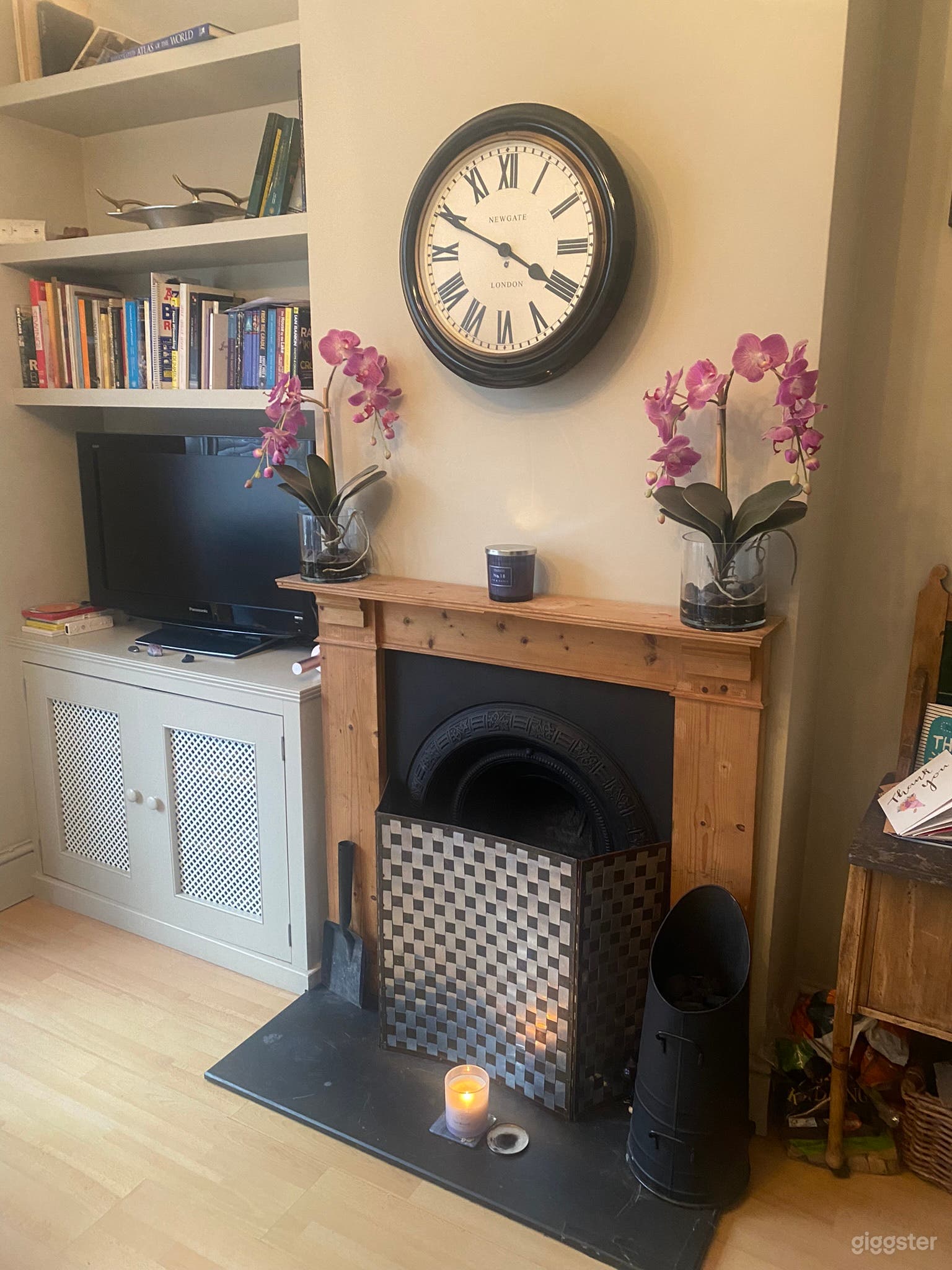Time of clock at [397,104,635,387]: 3:49
